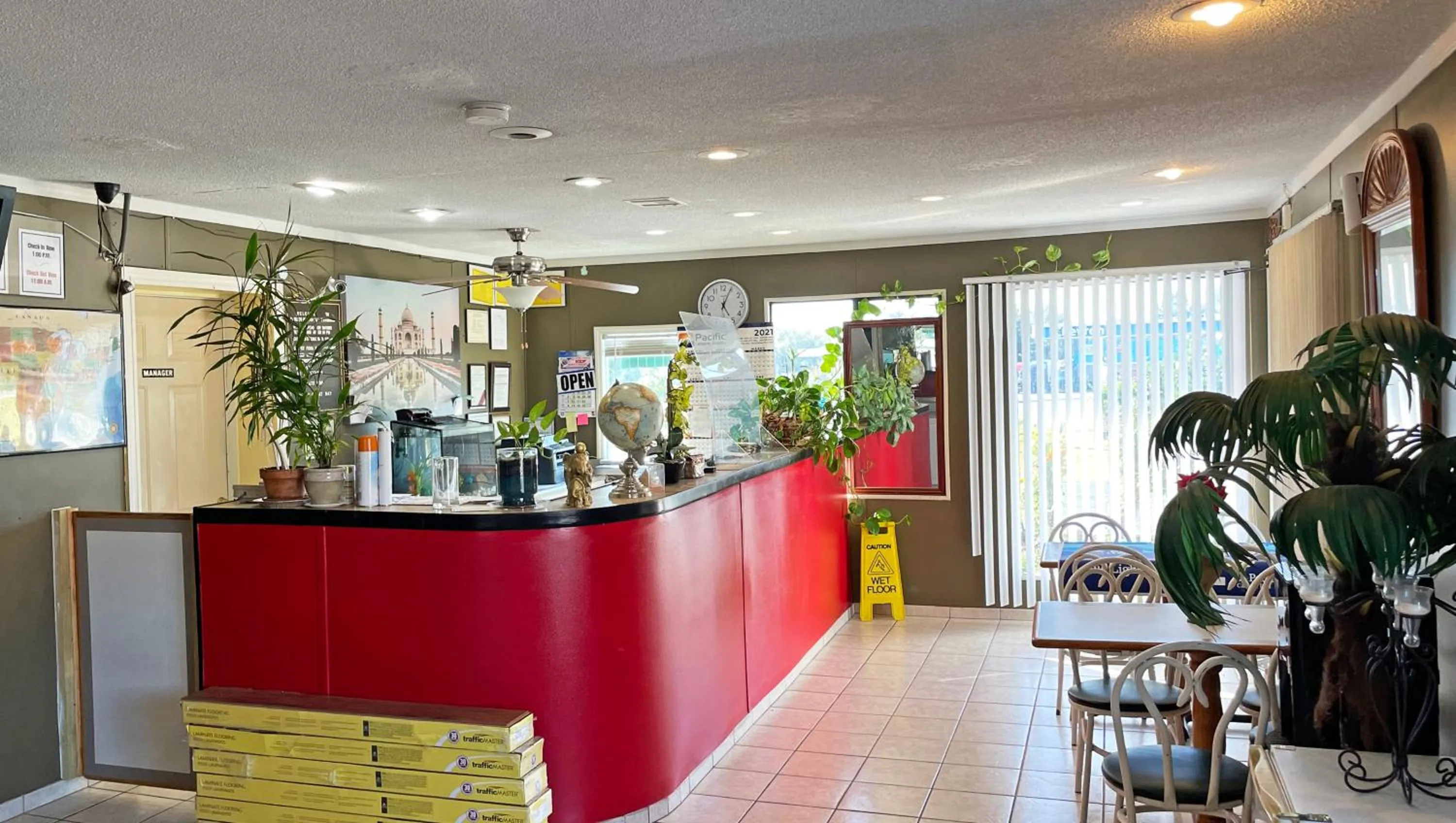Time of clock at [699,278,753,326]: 5:04
